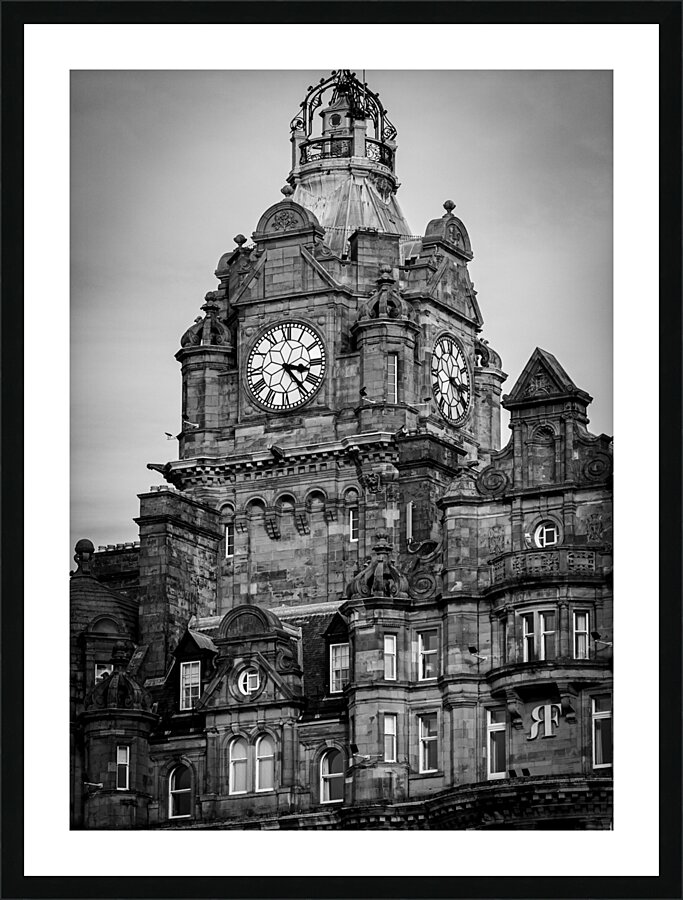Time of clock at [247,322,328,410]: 3:23
